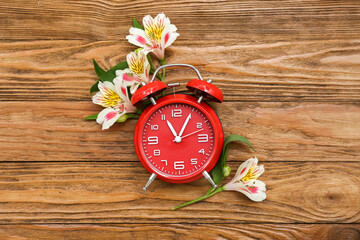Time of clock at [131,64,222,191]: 11:05
